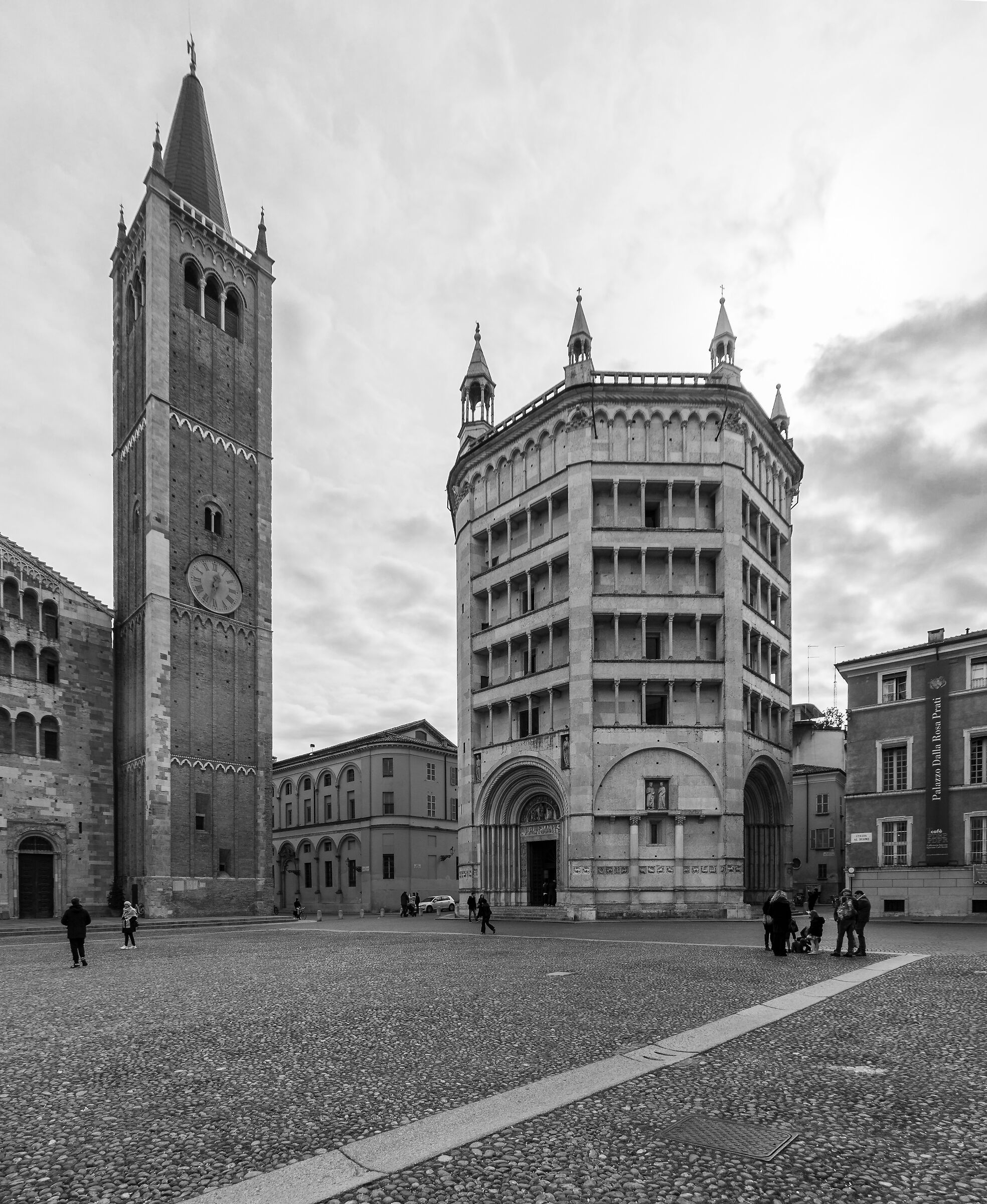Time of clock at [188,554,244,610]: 12:32
